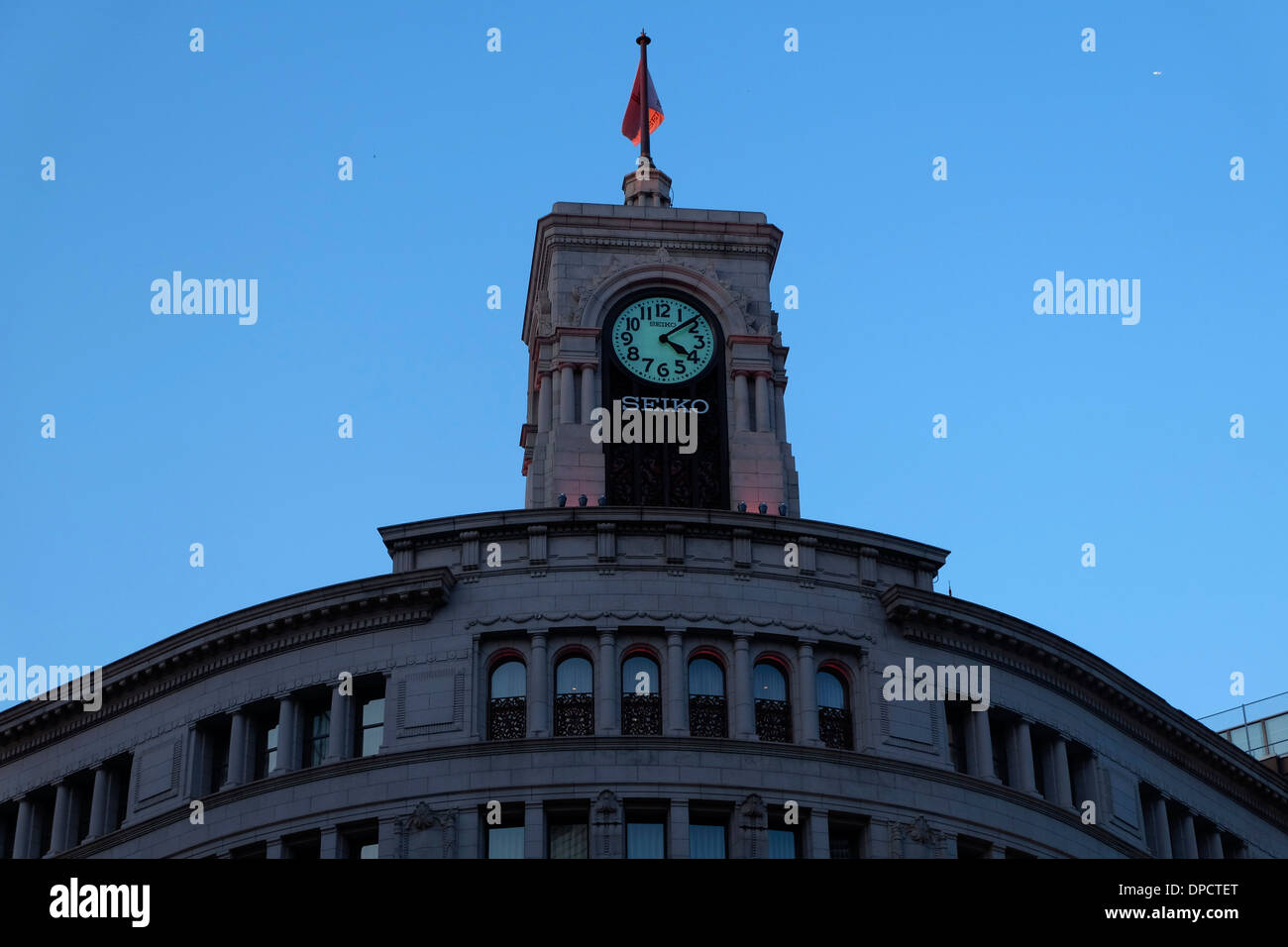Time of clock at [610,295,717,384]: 4:08
